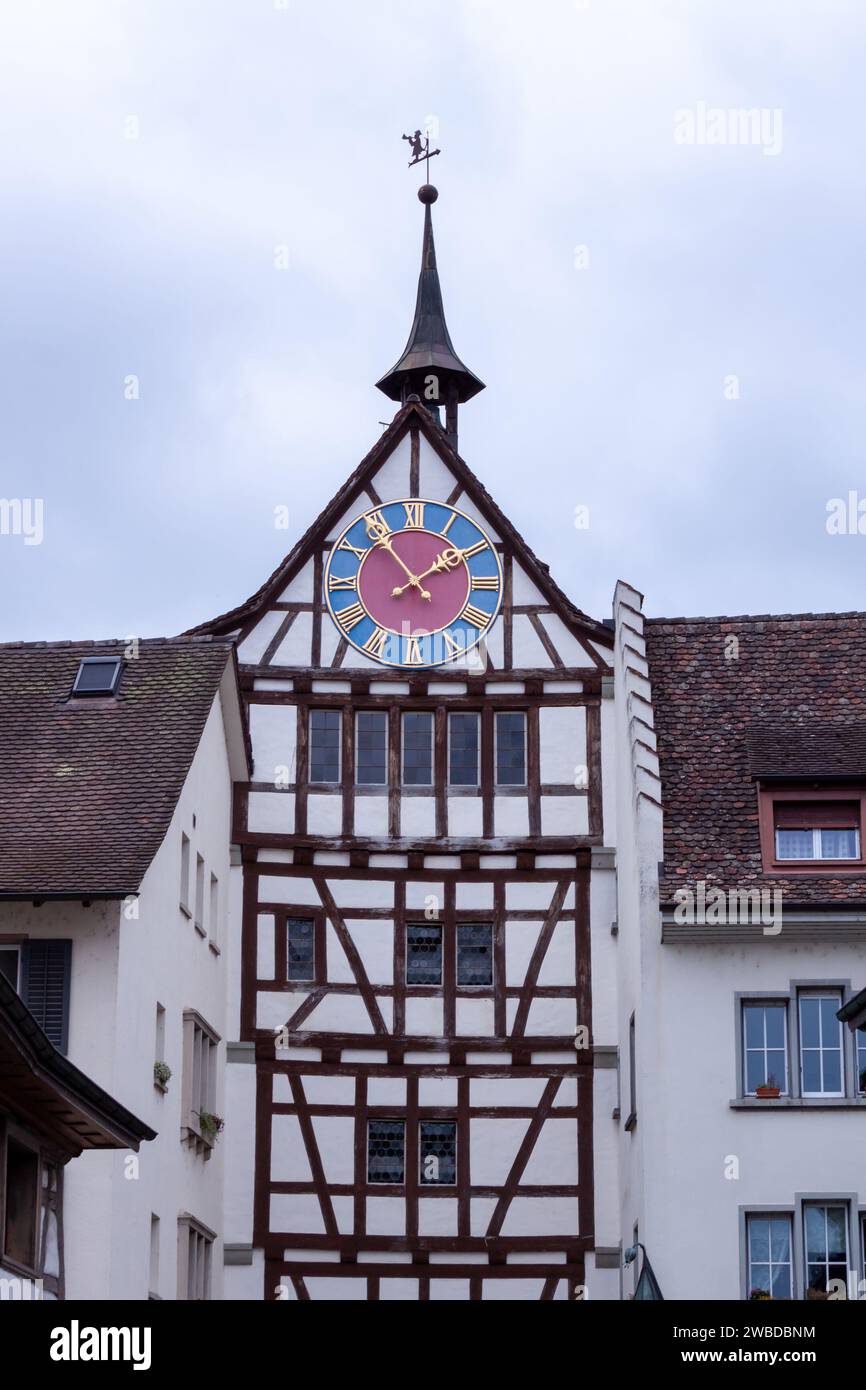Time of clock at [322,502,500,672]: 1:53
